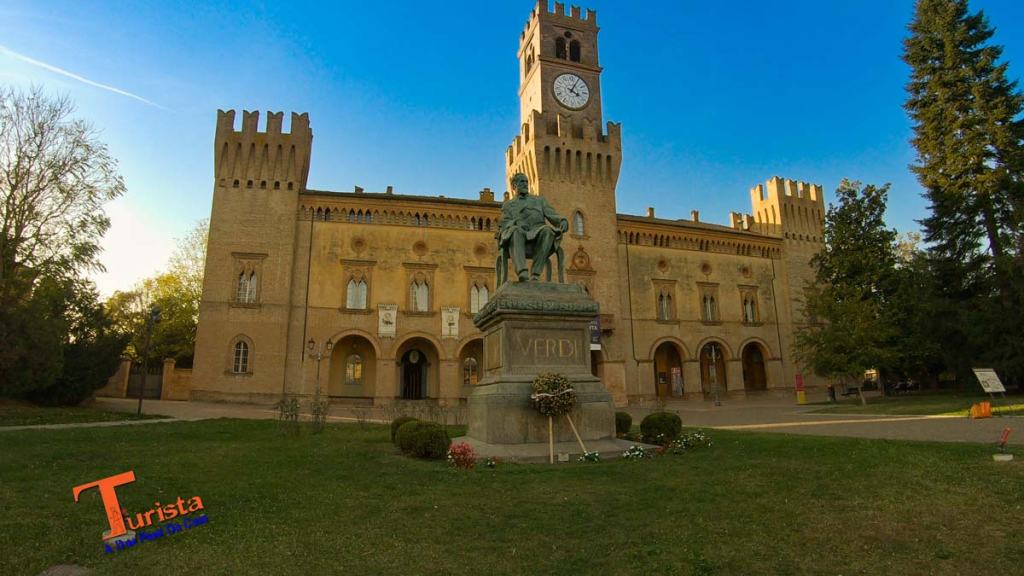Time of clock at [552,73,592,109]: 4:04
